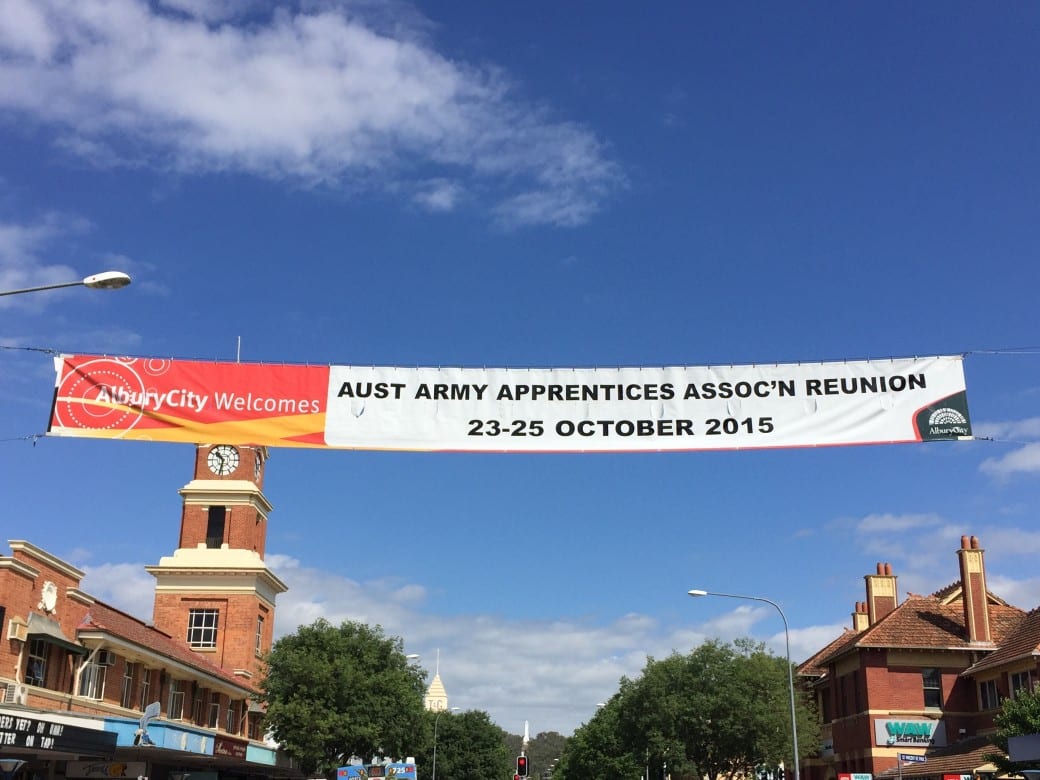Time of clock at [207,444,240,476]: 10:32
